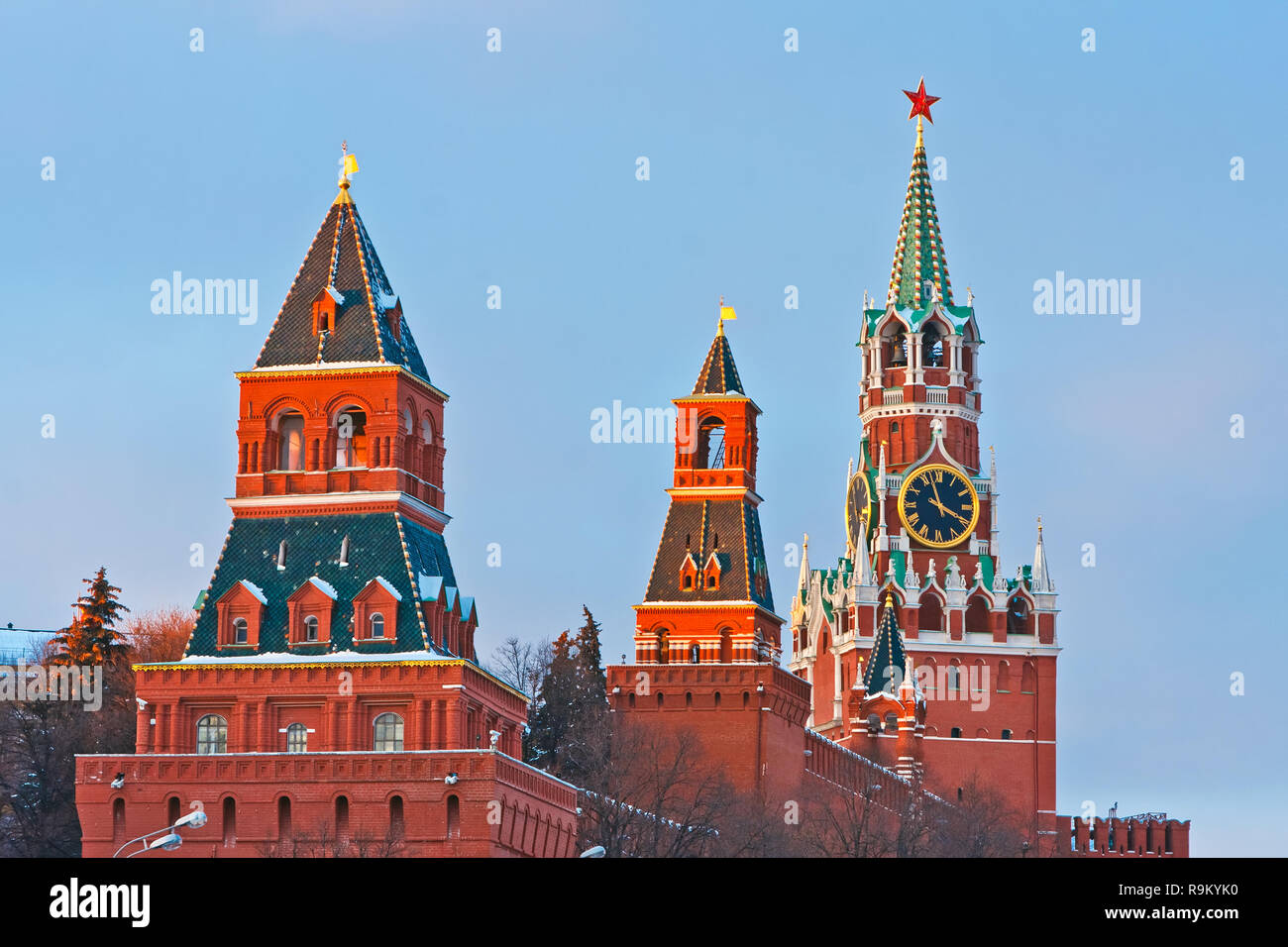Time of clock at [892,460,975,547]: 3:57
